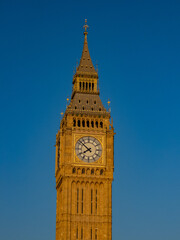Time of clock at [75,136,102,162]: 7:51
